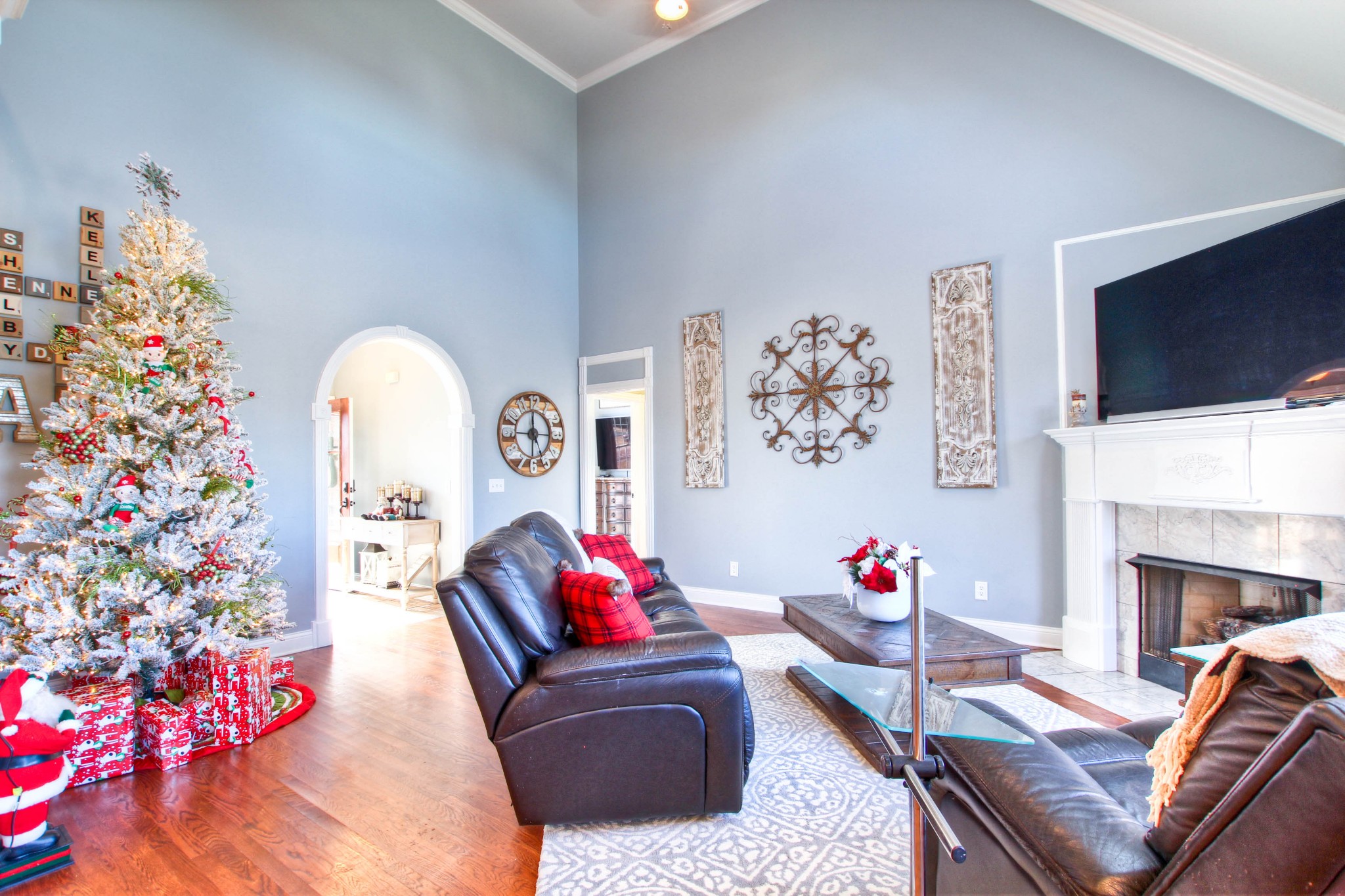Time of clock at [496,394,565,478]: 5:59
